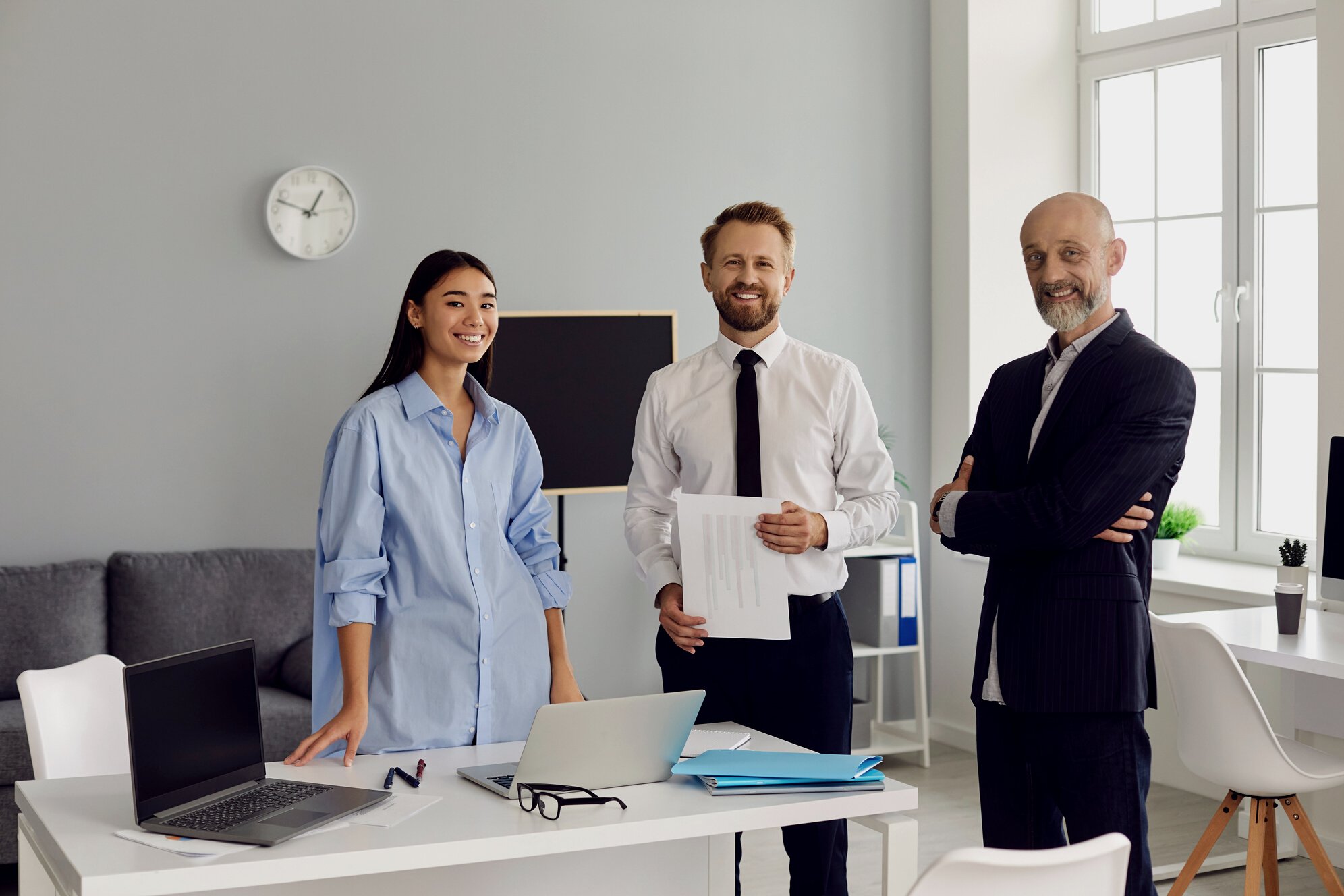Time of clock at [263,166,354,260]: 12:47
